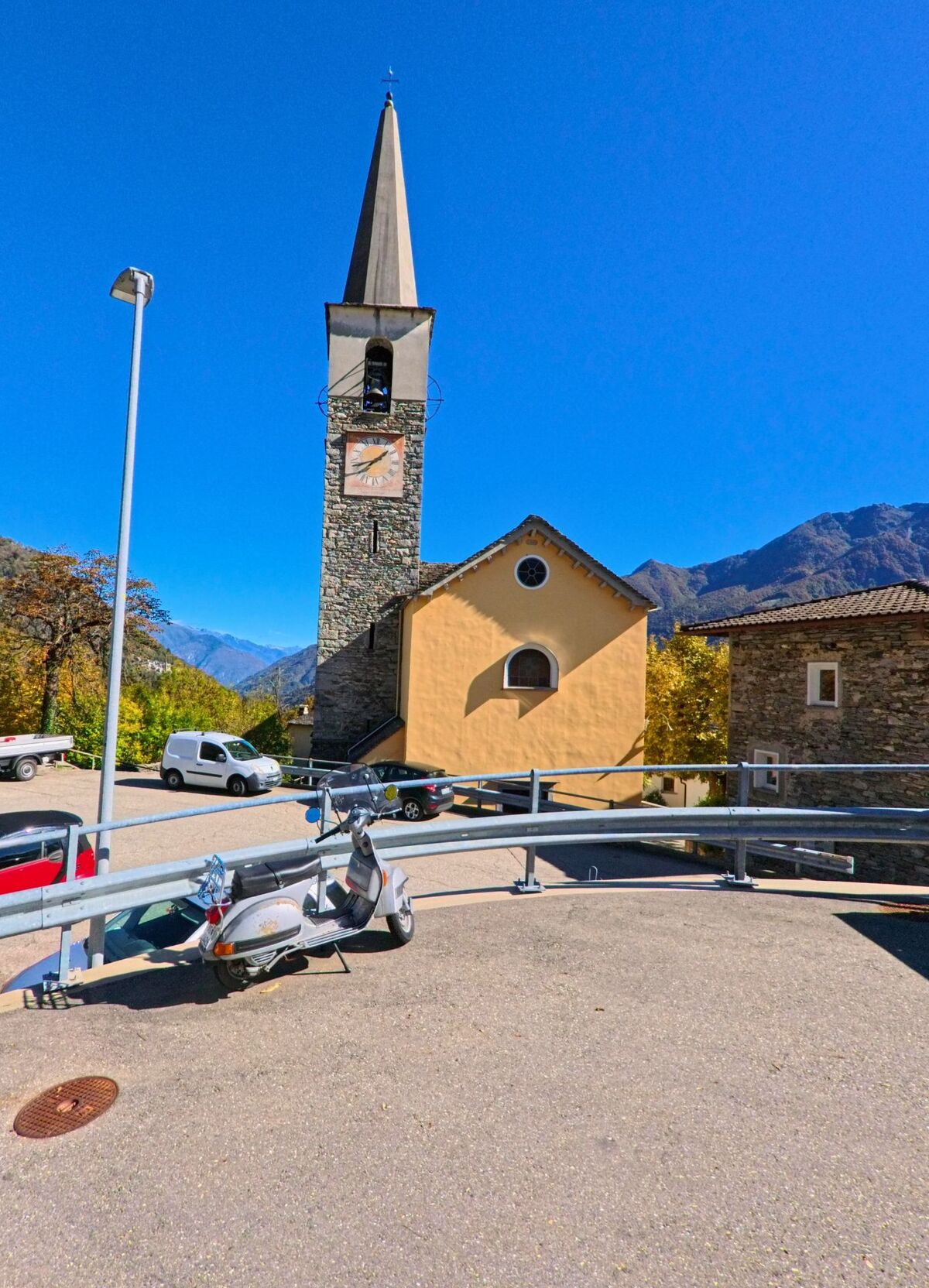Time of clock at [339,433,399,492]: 1:42
